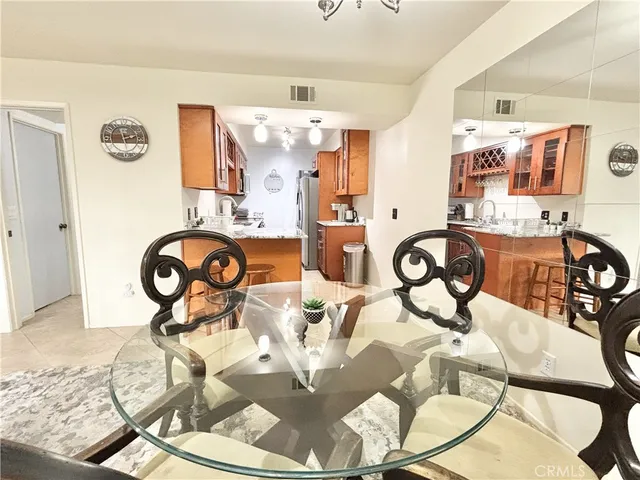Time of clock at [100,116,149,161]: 2:57
